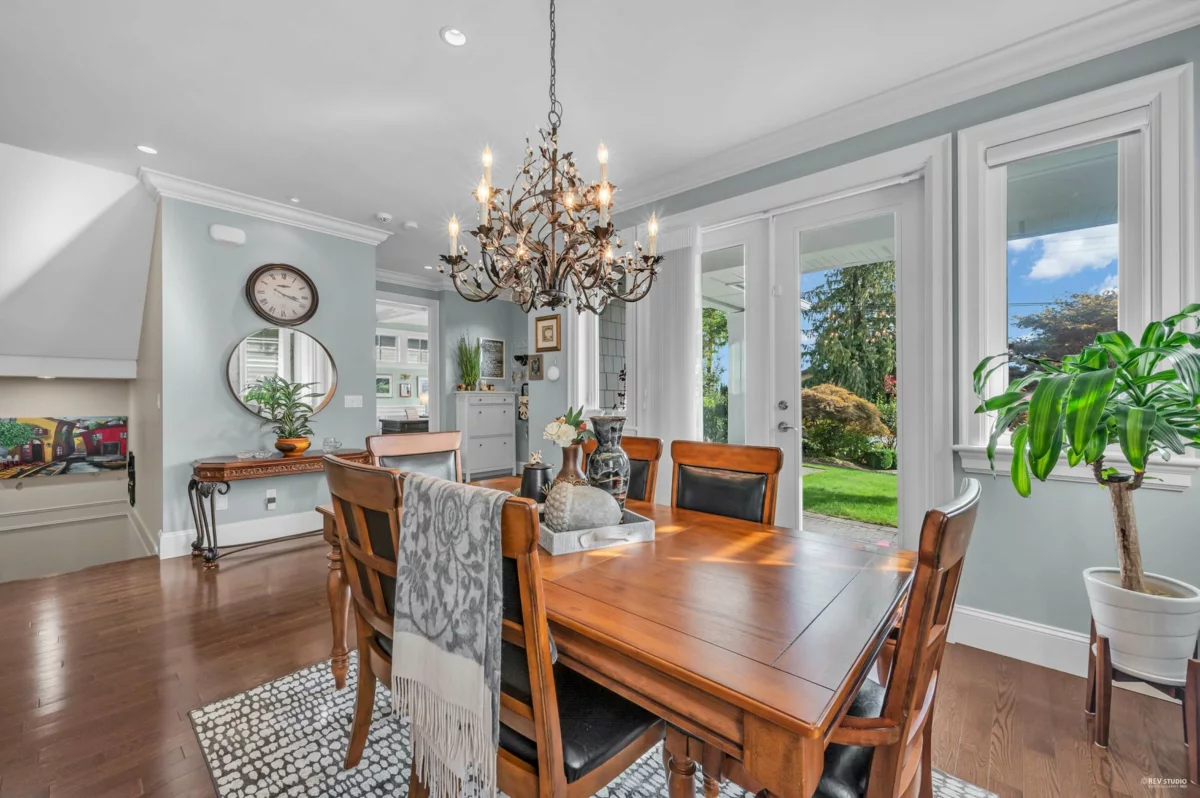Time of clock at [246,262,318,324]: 3:18
